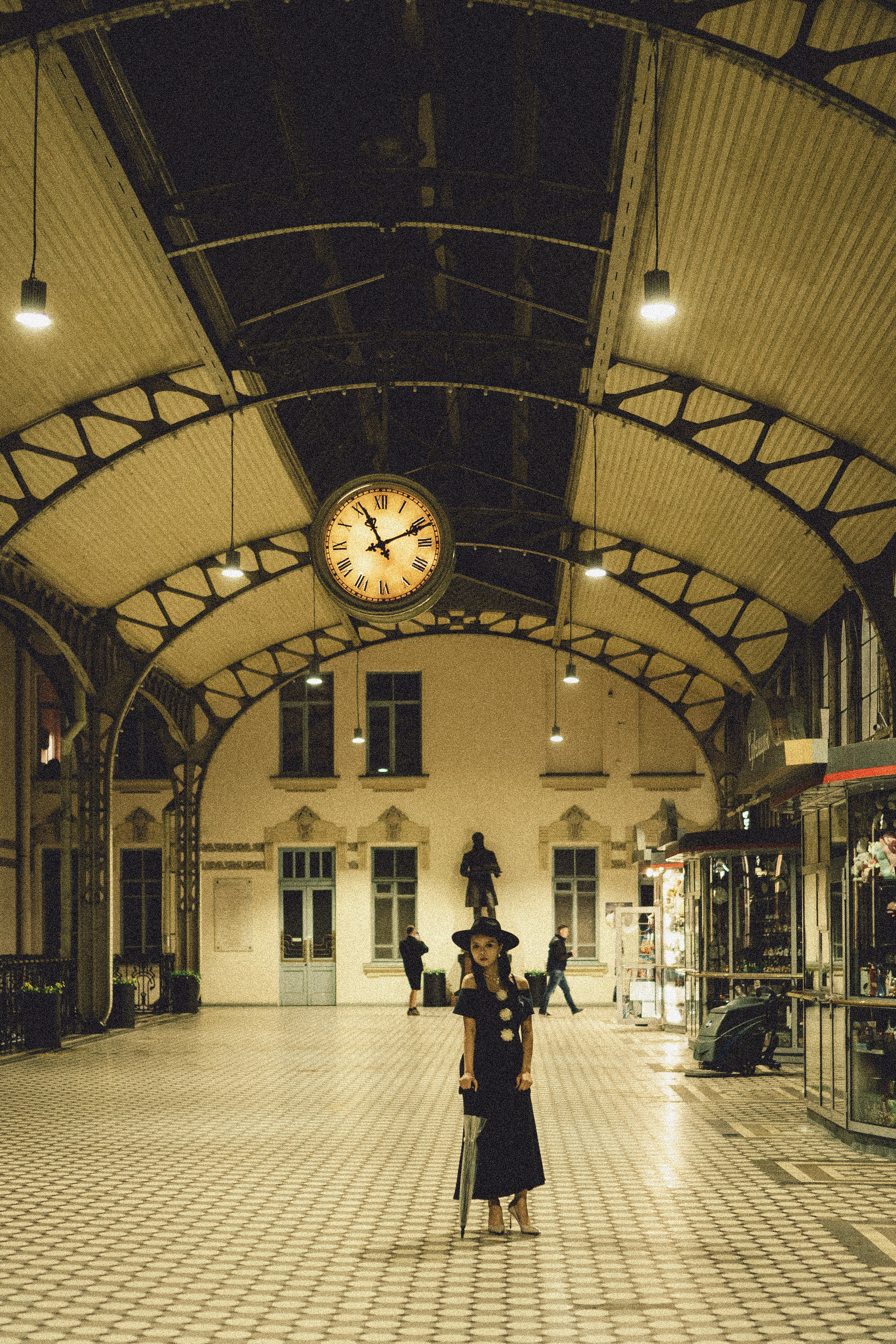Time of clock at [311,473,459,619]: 11:11
